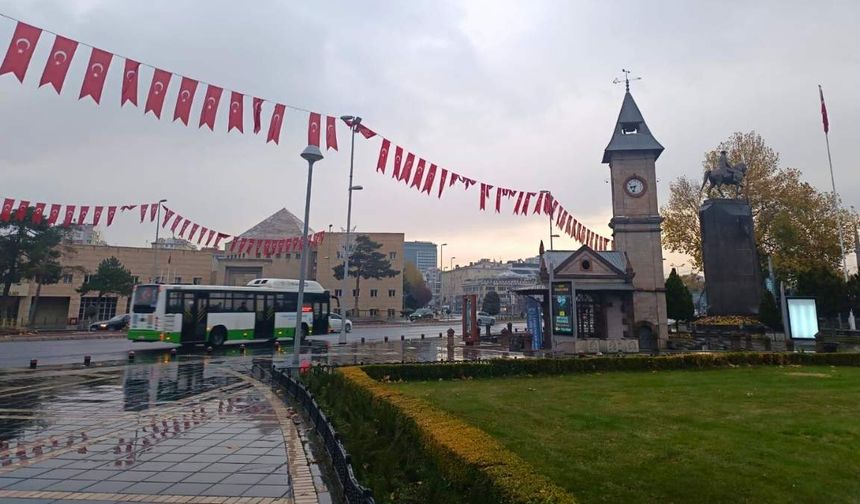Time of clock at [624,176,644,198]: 8:33
